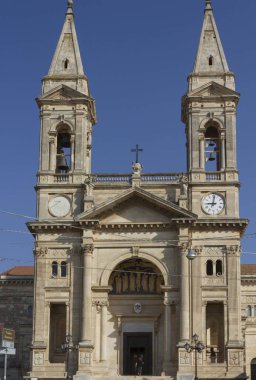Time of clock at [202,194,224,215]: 9:01
